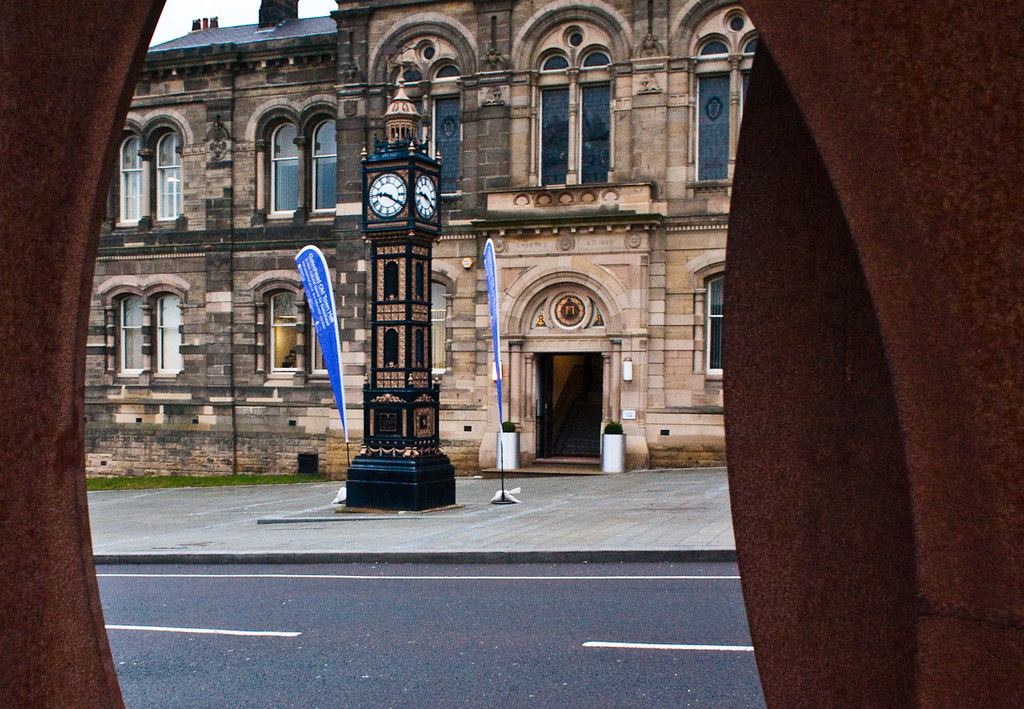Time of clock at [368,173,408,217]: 9:20
